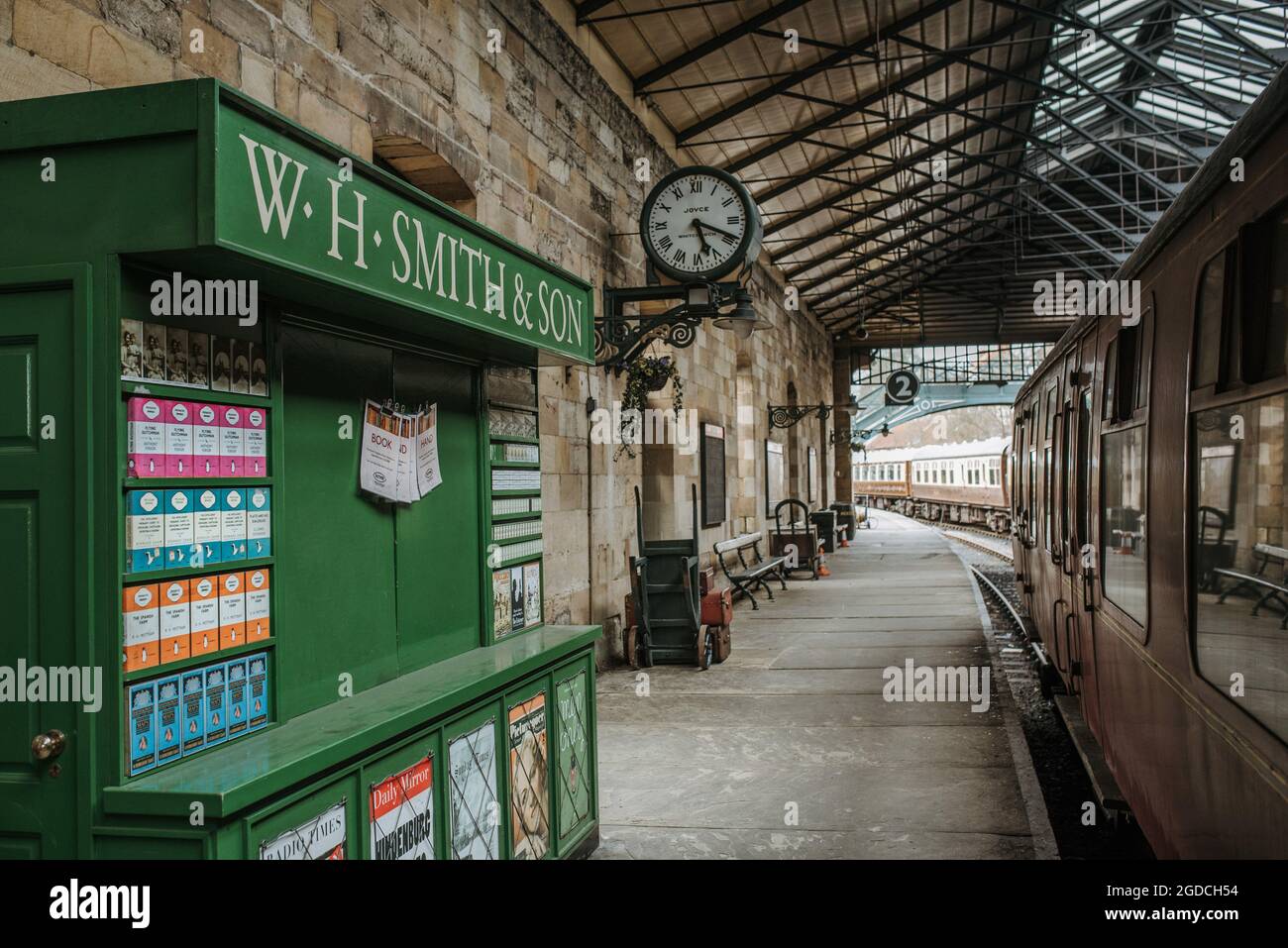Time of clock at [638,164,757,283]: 5:18
